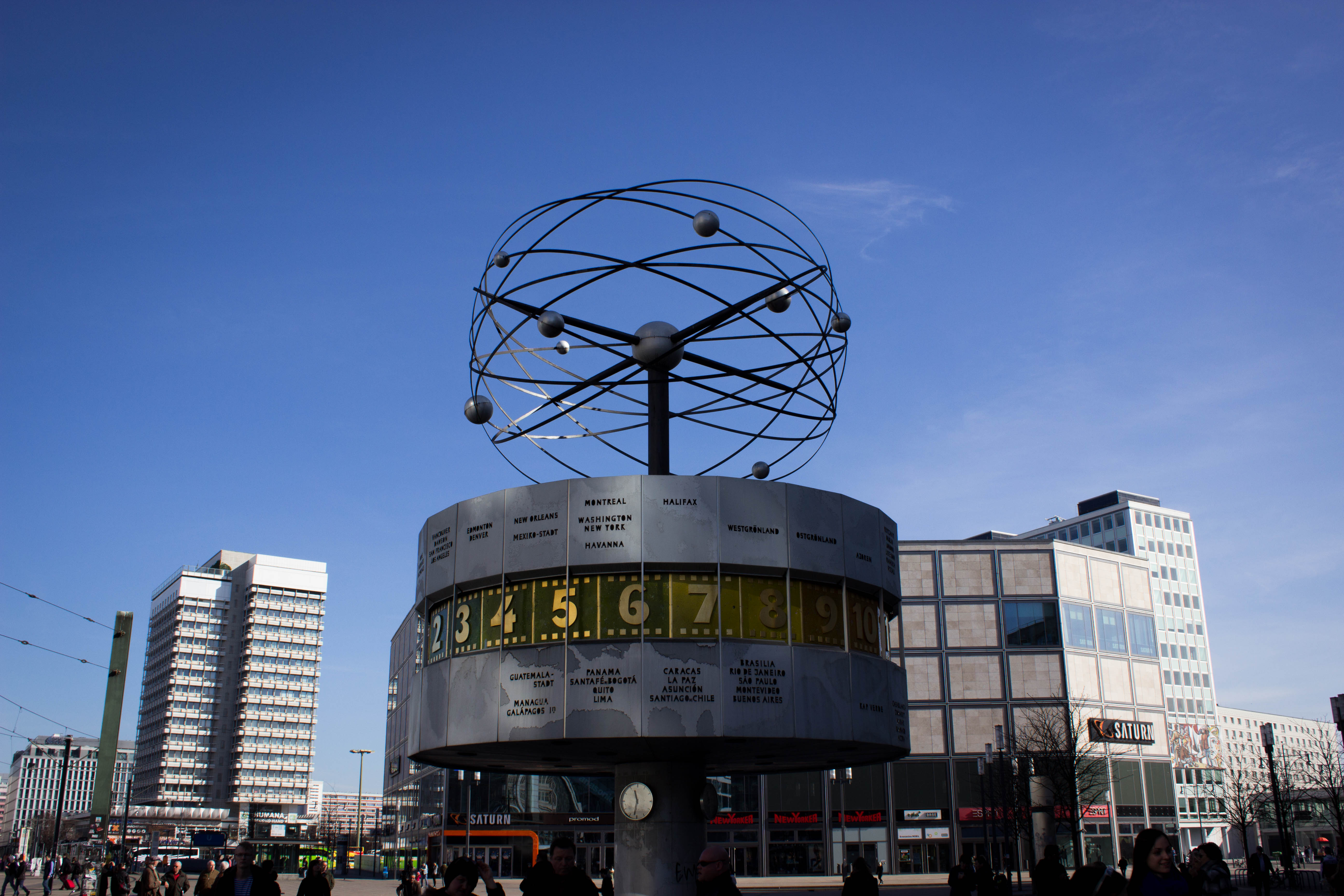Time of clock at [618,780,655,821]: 11:32
